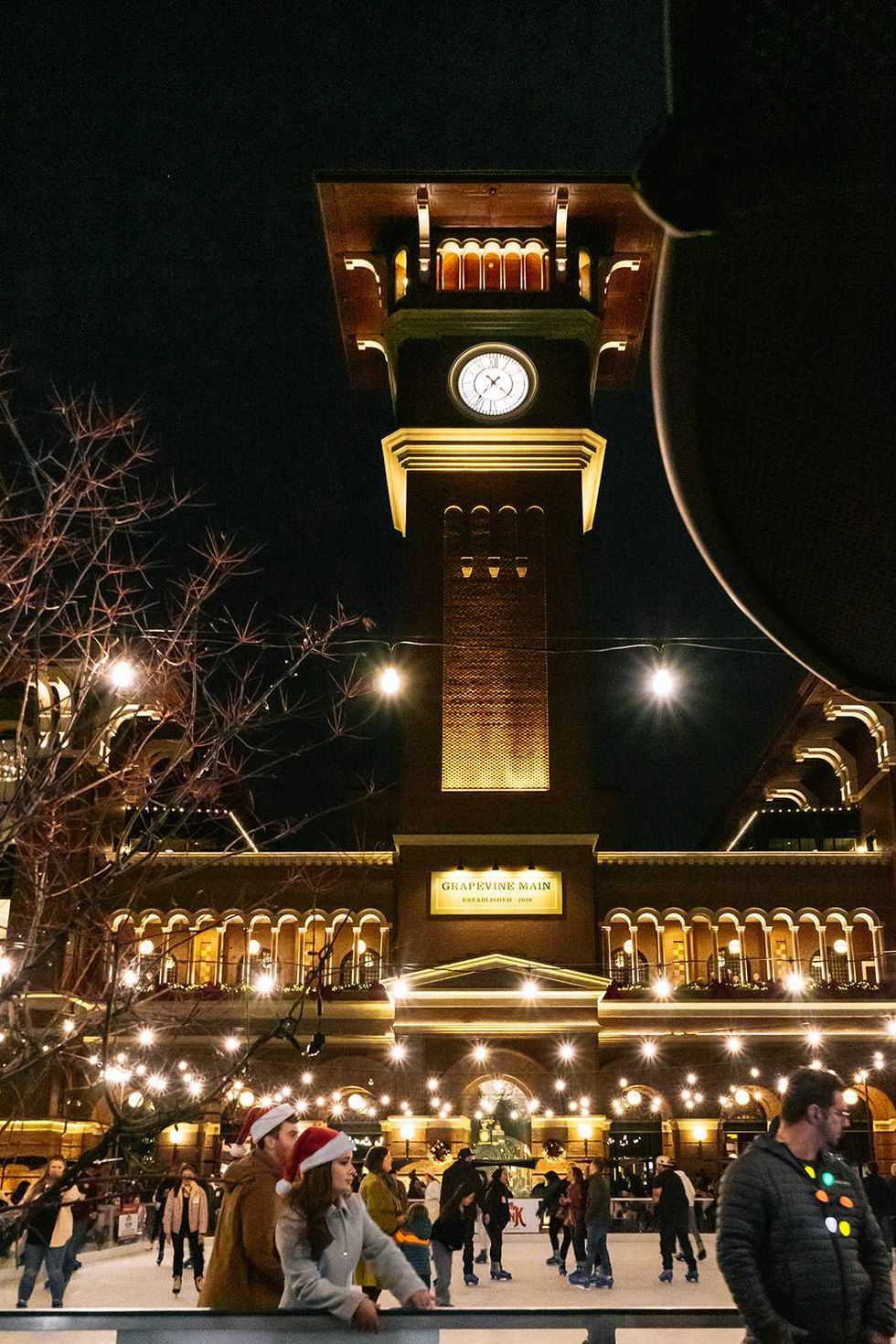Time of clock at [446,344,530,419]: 10:36
